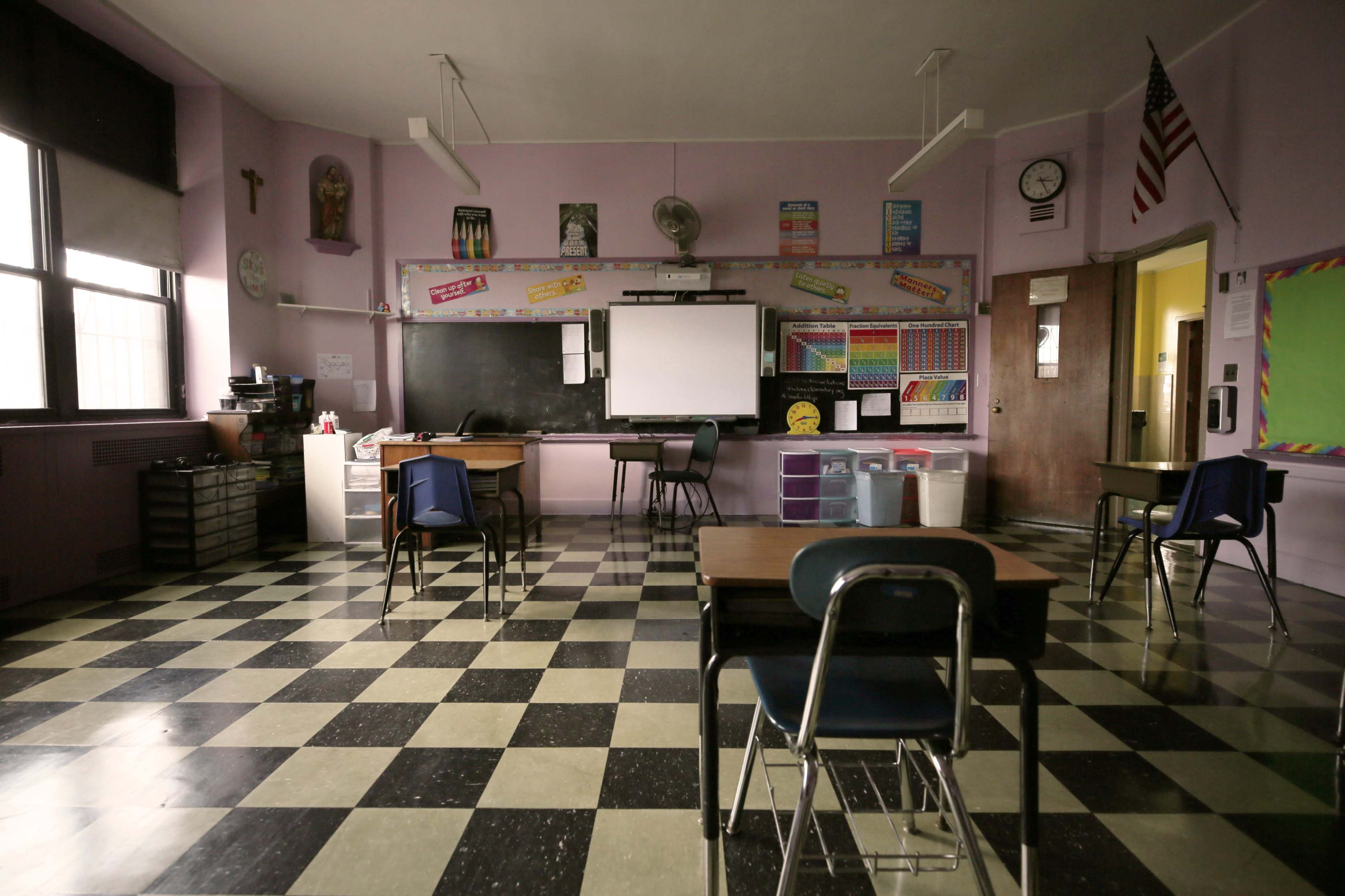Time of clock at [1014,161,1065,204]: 3:26
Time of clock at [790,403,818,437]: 8:15
